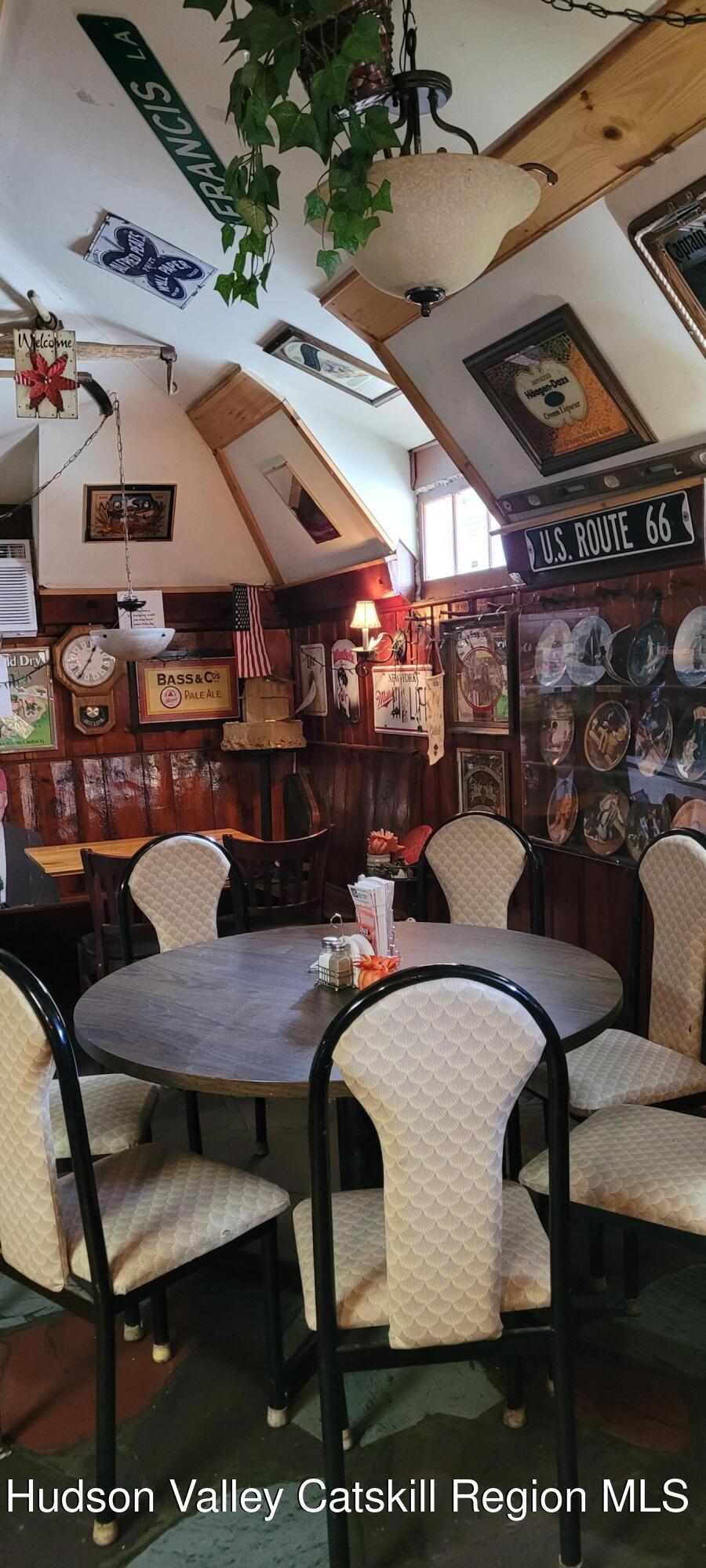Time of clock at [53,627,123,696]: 12:35
